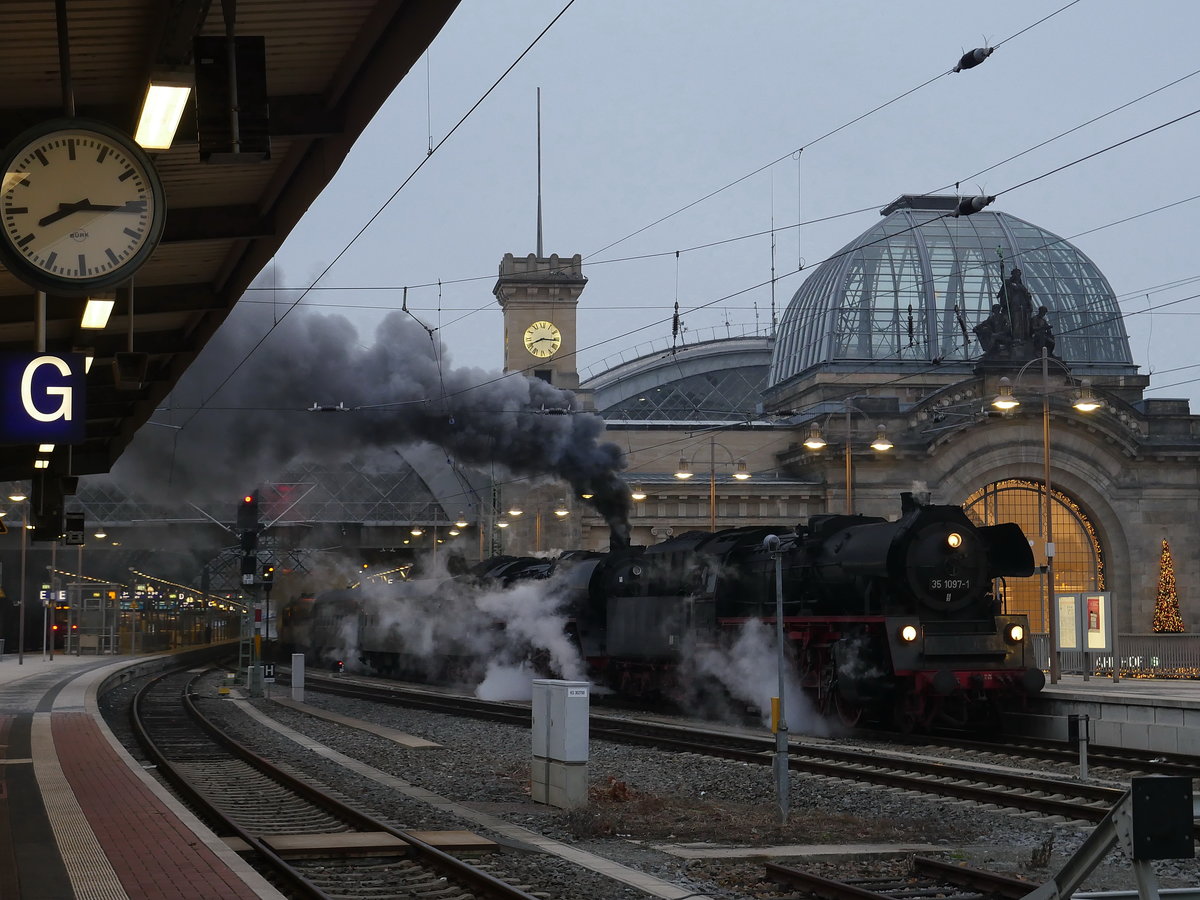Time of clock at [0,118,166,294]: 8:16
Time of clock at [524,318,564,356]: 8:15
